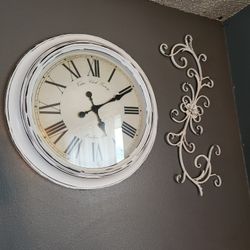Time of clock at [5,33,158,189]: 5:10
